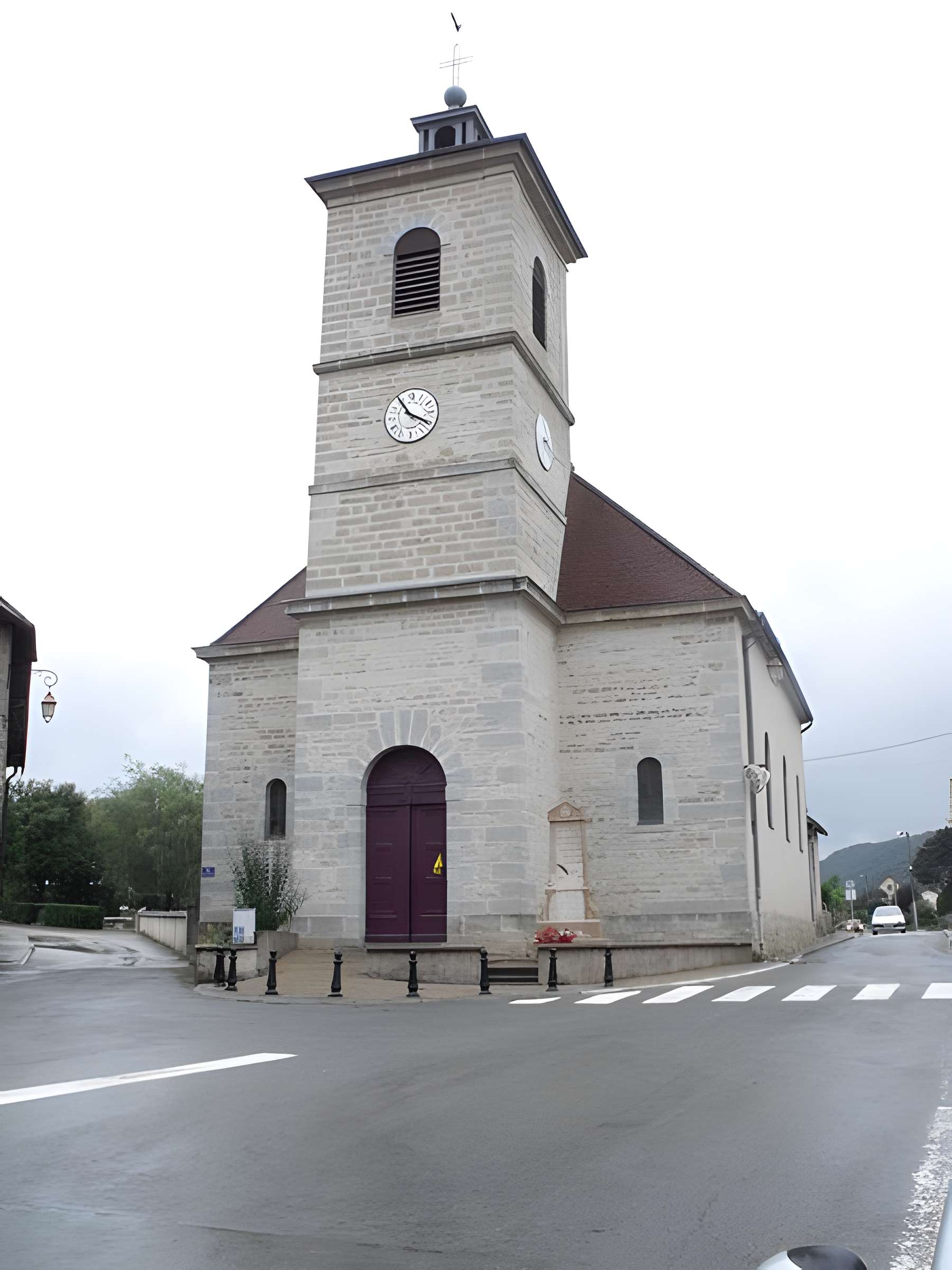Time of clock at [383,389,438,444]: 3:54
